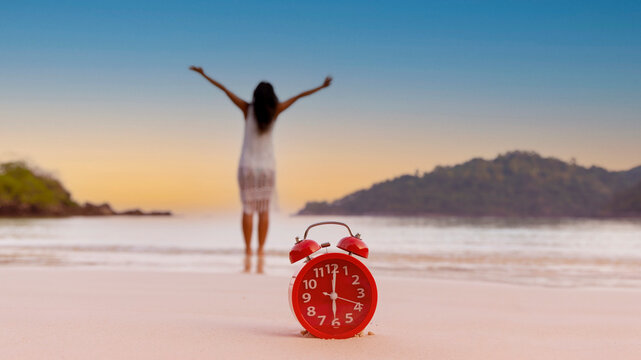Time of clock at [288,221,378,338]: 6:01
